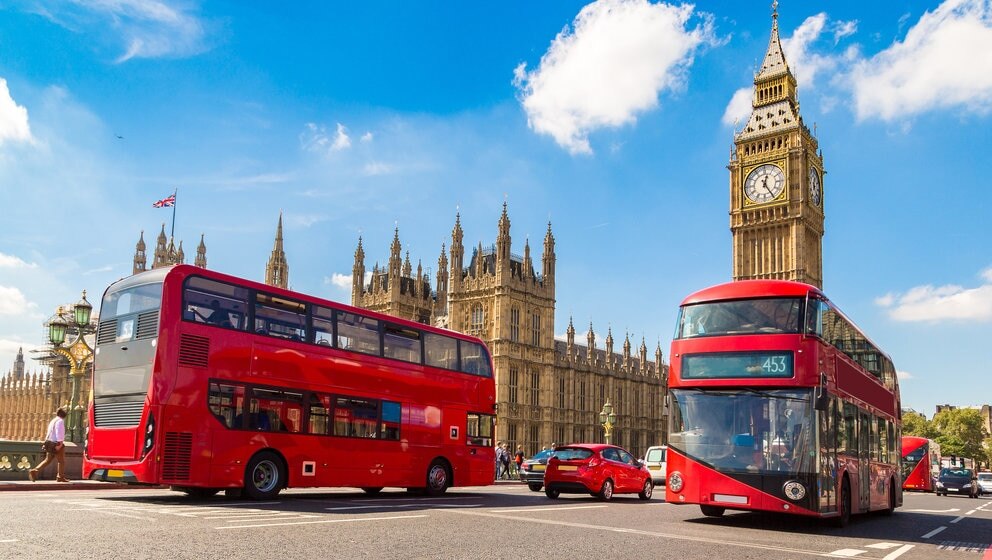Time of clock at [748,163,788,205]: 12:24
